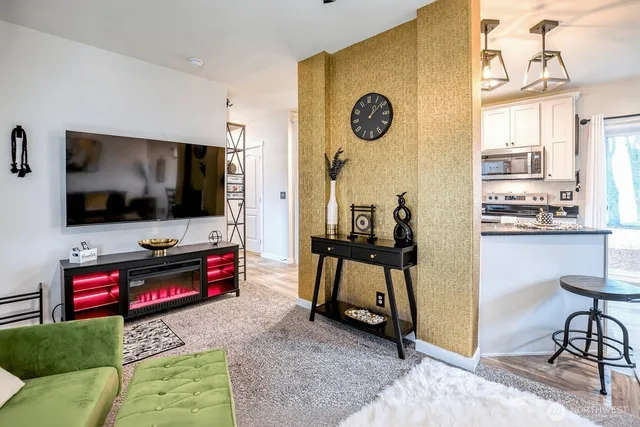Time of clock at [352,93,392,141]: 1:08
